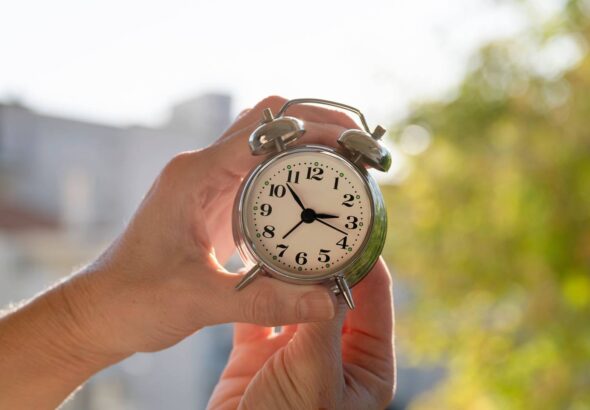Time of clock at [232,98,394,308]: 2:53
